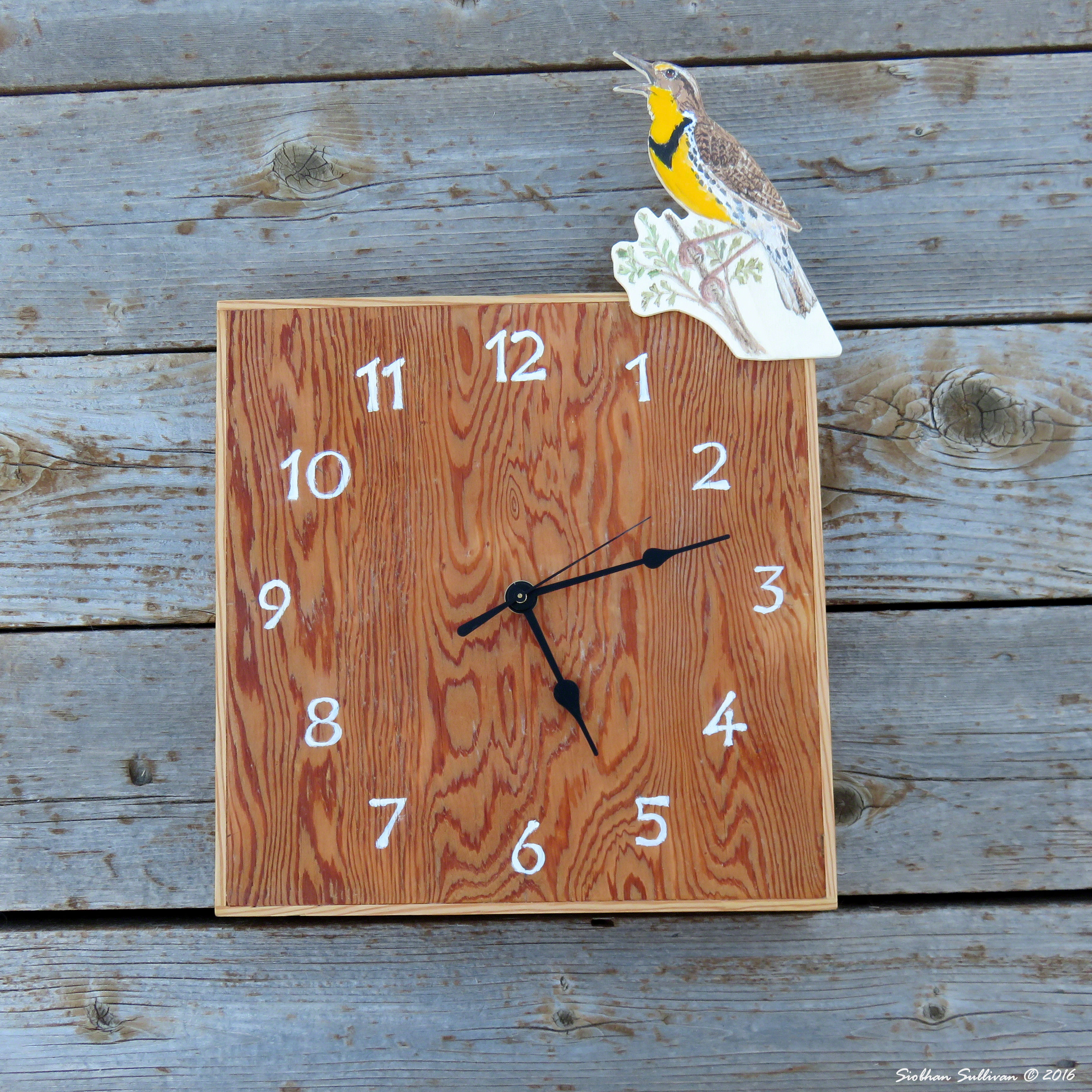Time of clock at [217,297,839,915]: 5:12
